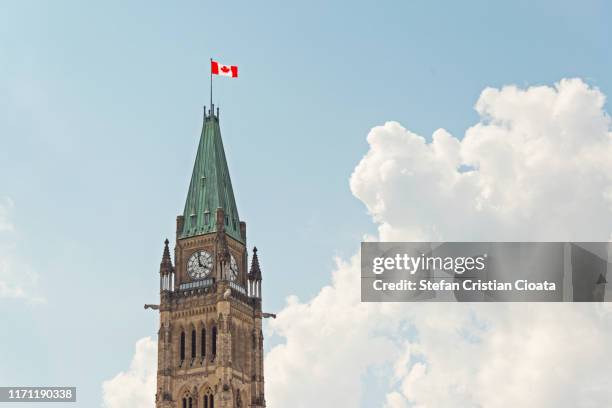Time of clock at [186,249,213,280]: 3:58
